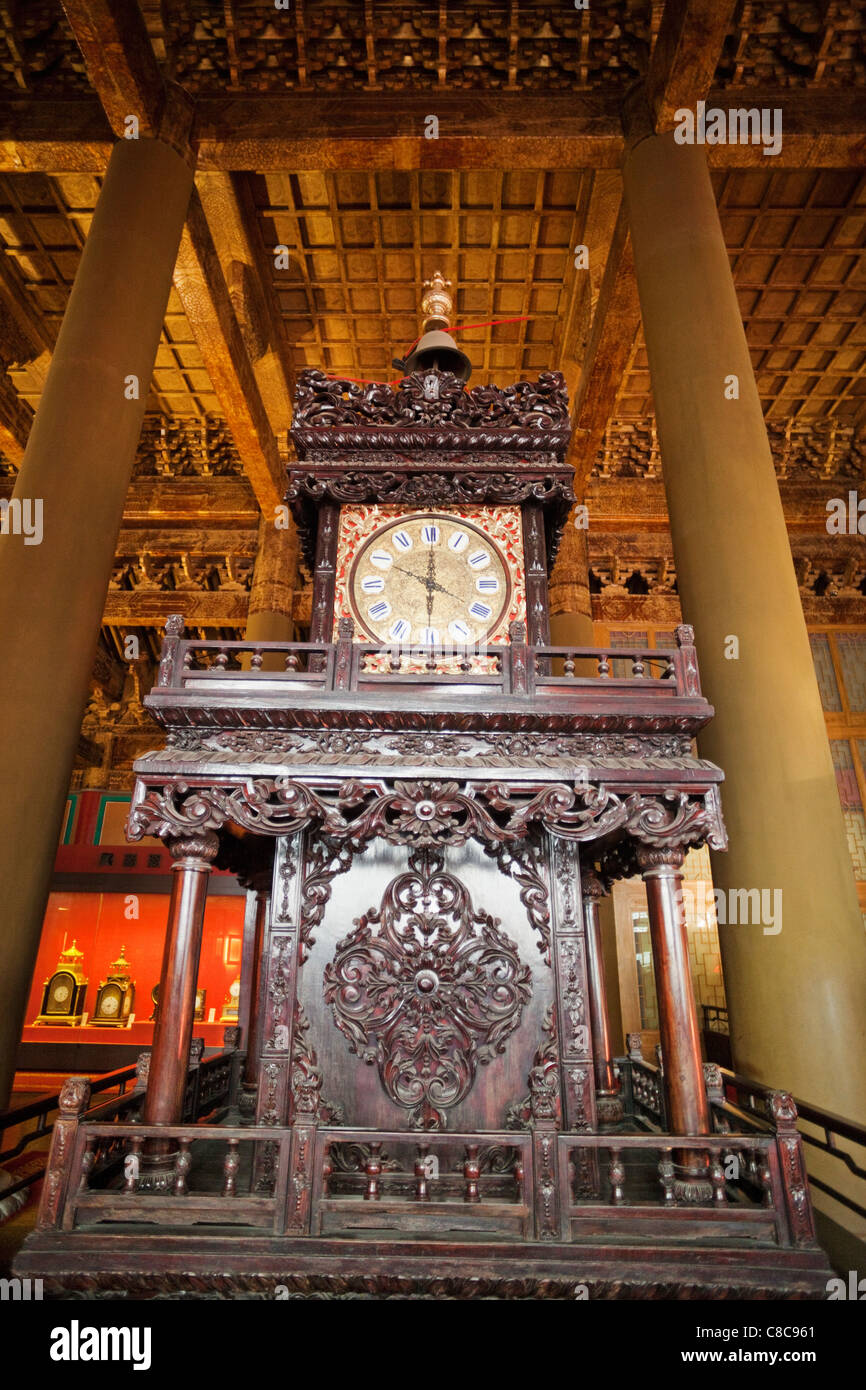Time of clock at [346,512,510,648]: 10:00
